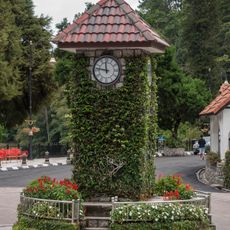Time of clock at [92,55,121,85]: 11:46
